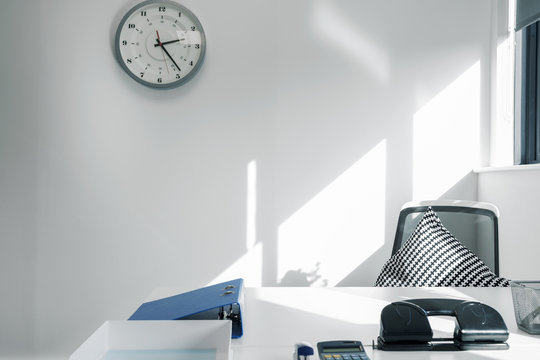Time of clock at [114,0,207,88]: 2:23
